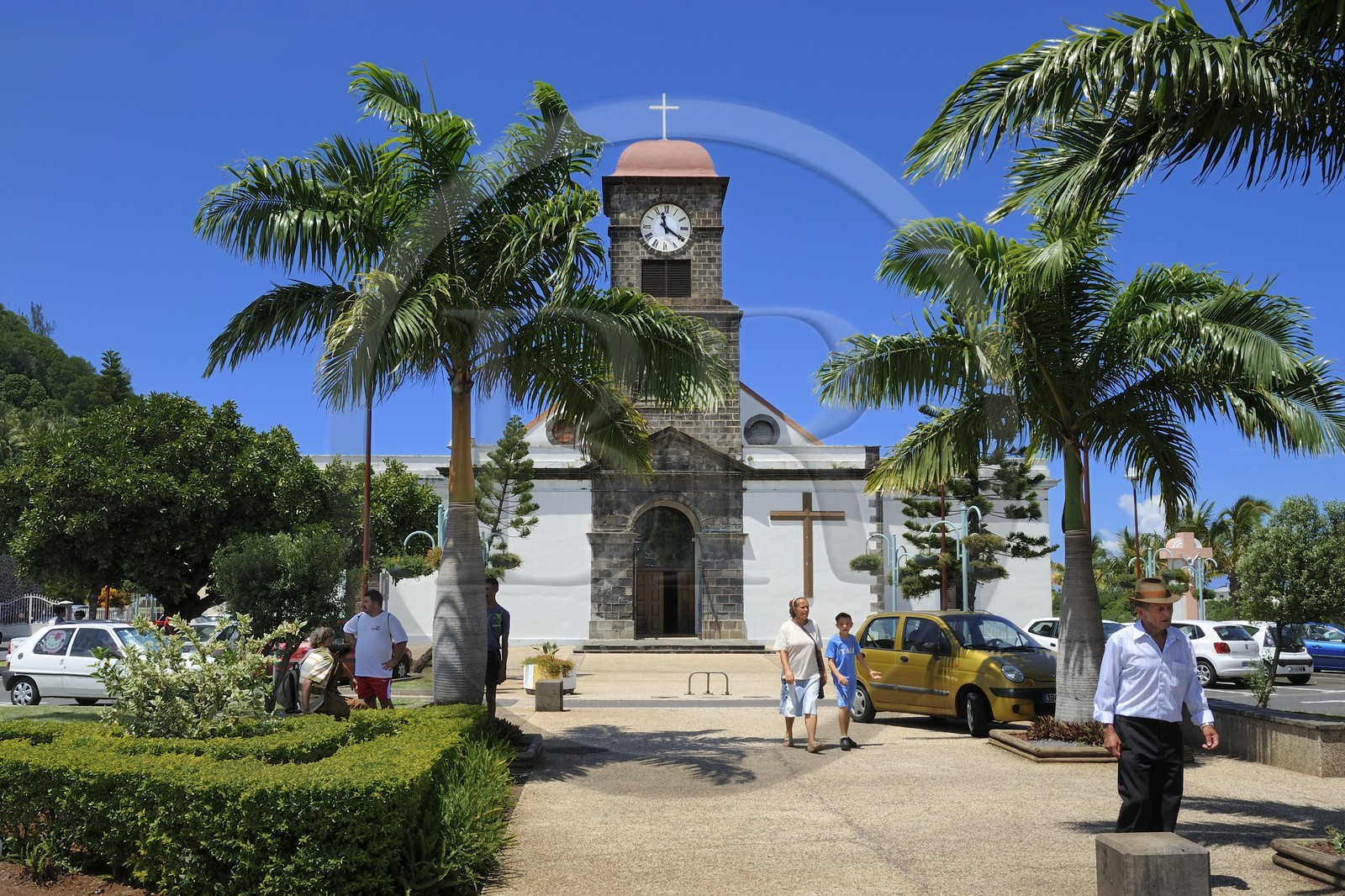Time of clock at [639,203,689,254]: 11:20
